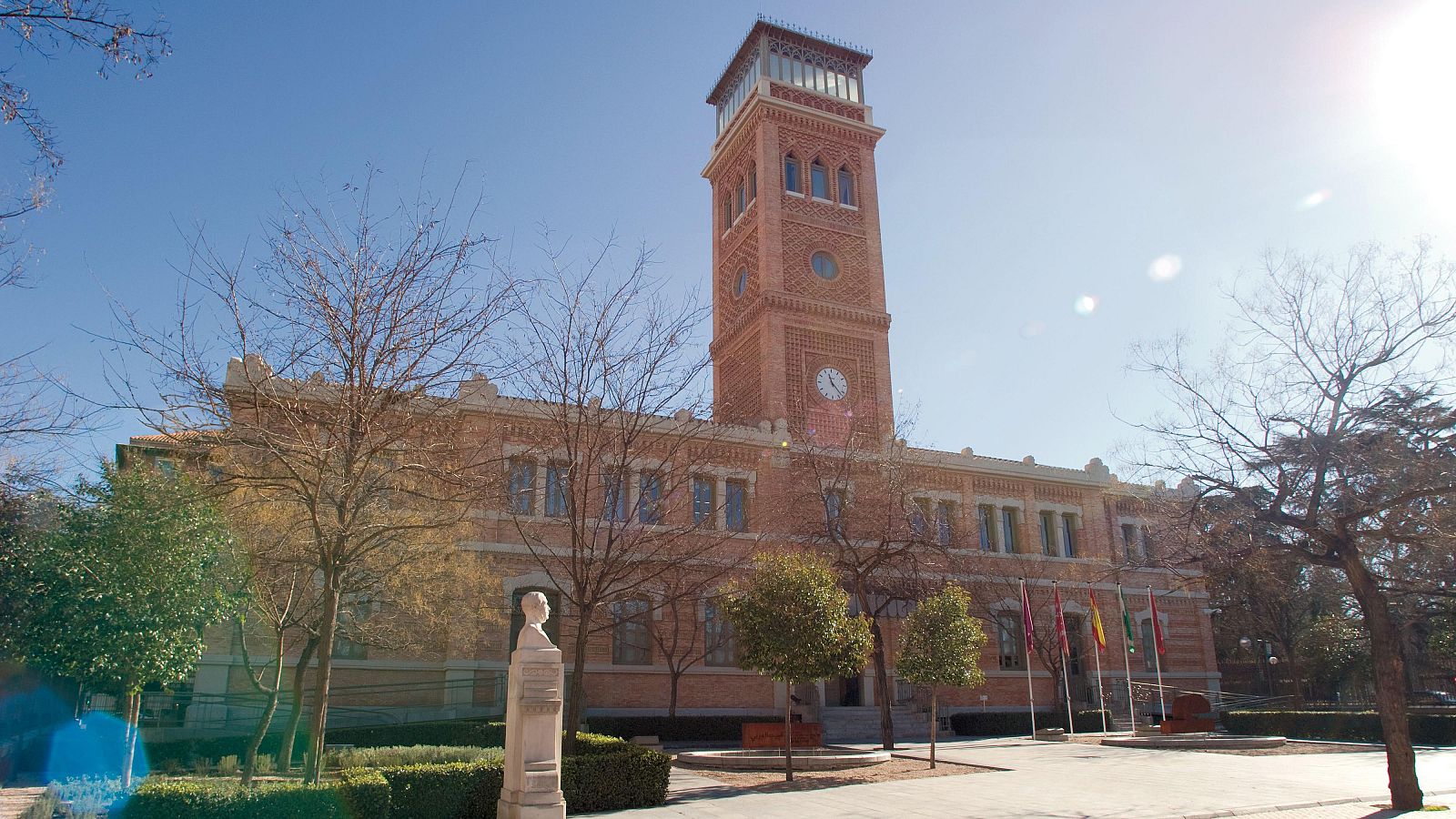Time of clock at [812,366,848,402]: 11:22
